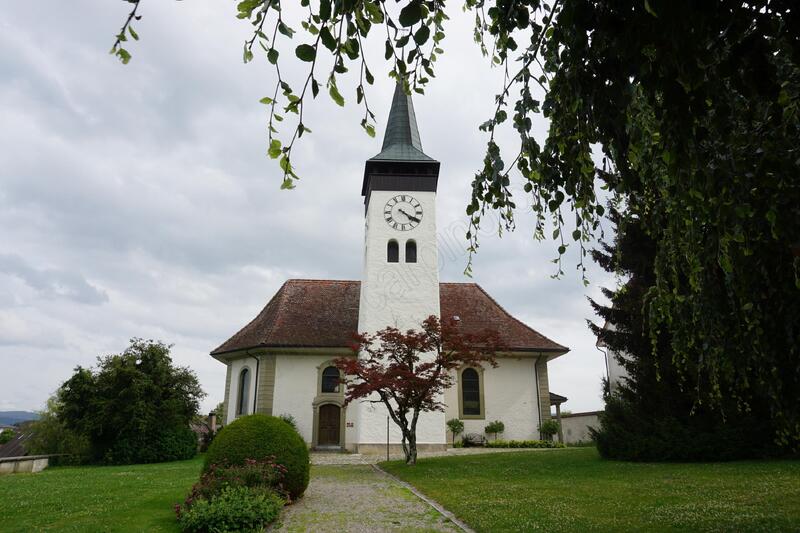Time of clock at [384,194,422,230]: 4:19
